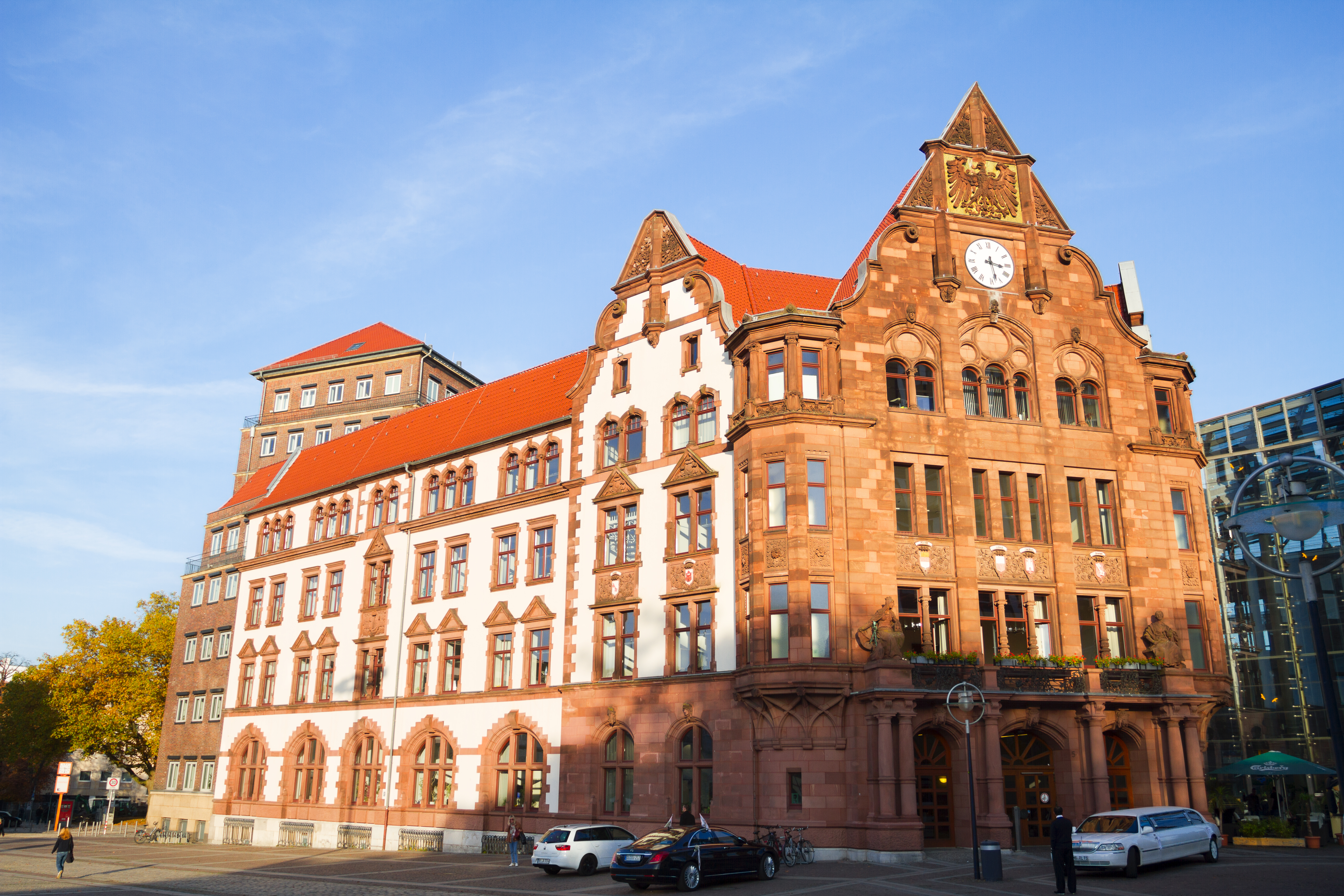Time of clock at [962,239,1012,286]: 3:27
